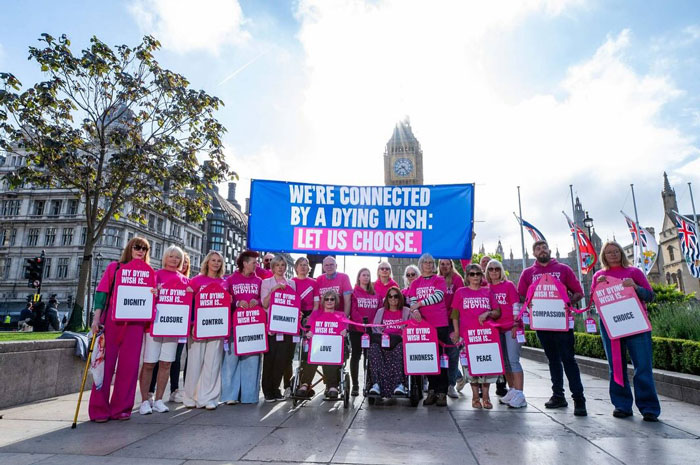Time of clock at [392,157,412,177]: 8:23
